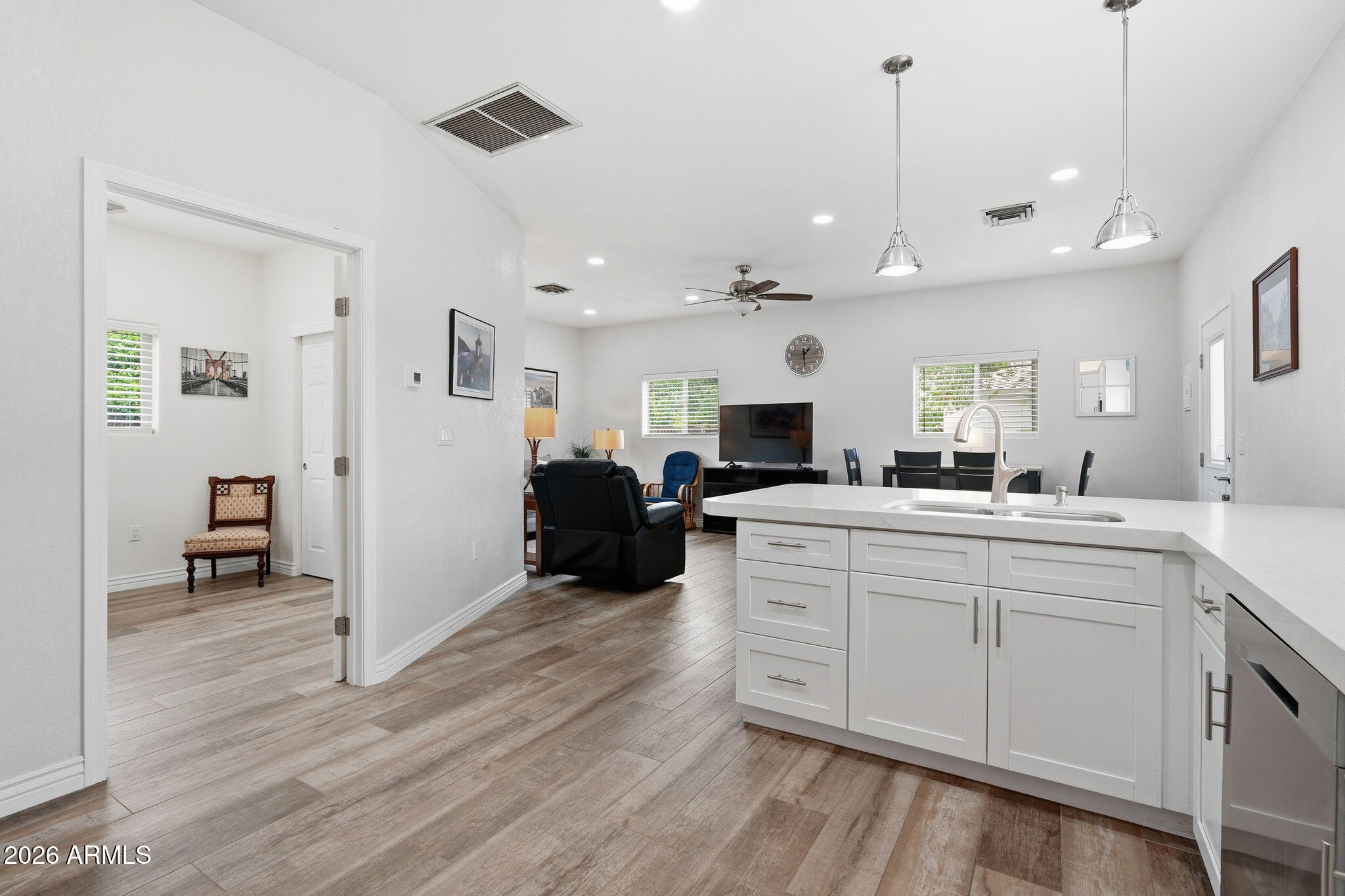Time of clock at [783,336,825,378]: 1:29
